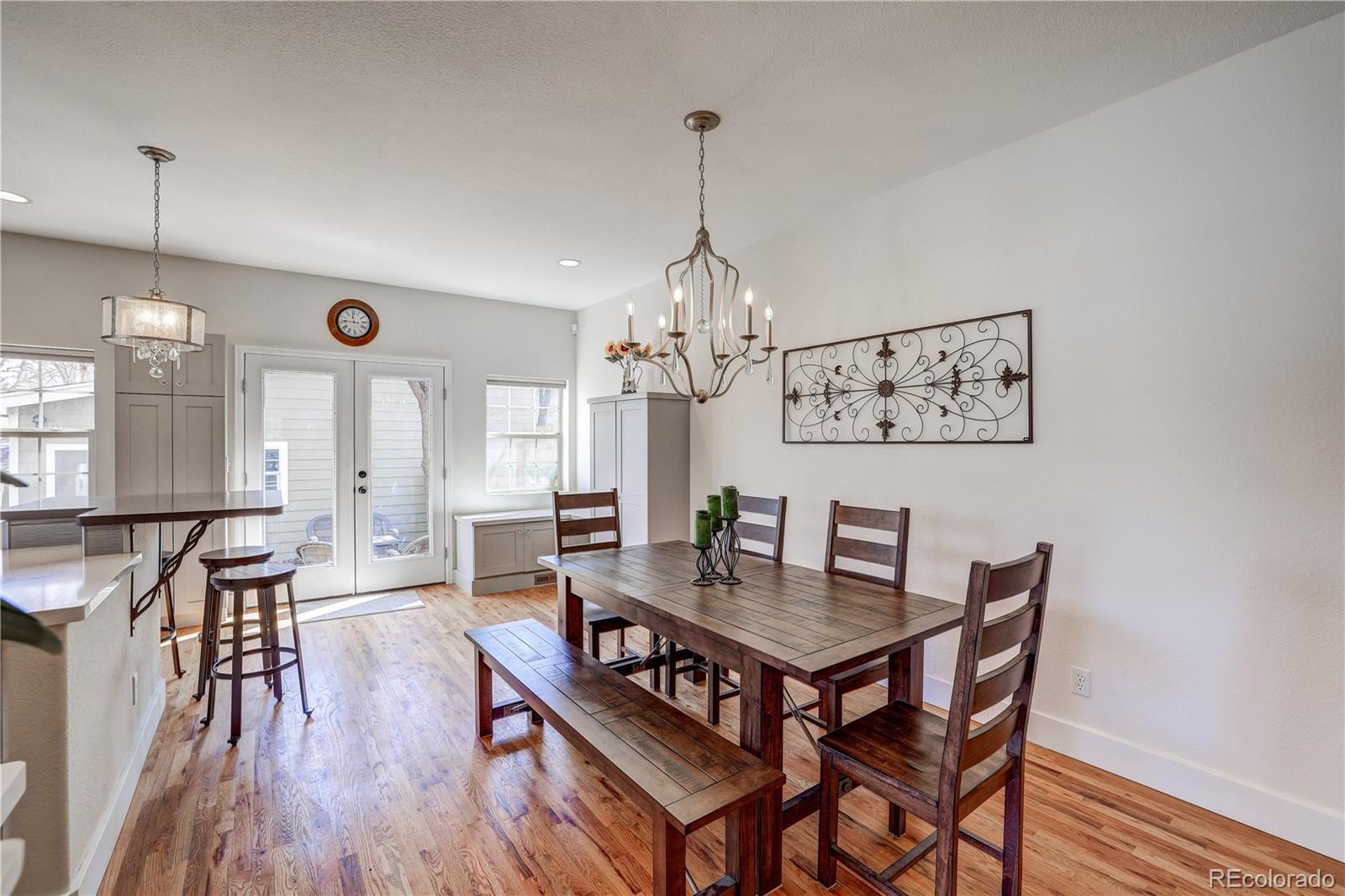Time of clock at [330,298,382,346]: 11:46
